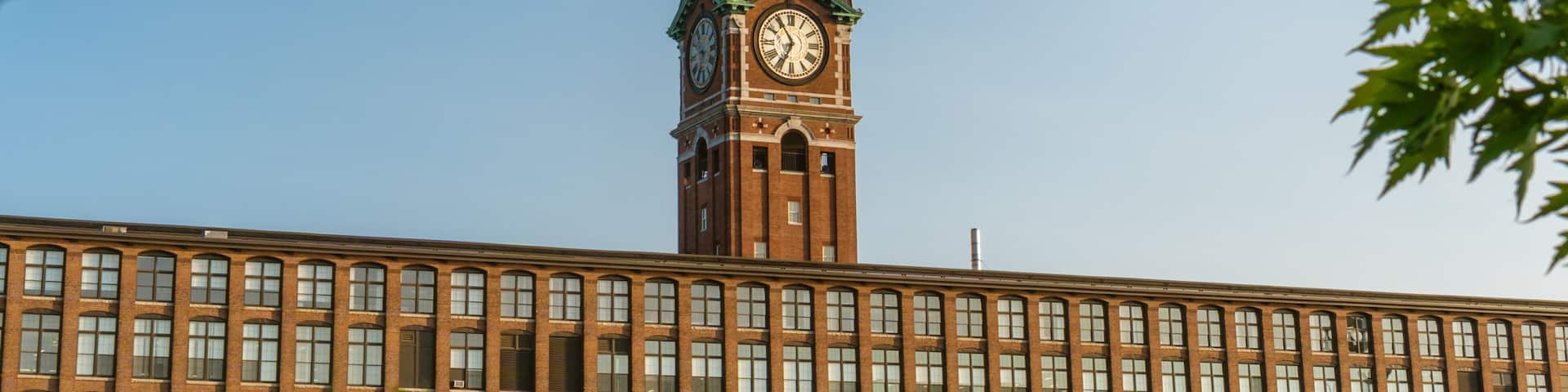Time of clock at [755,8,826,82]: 6:54
